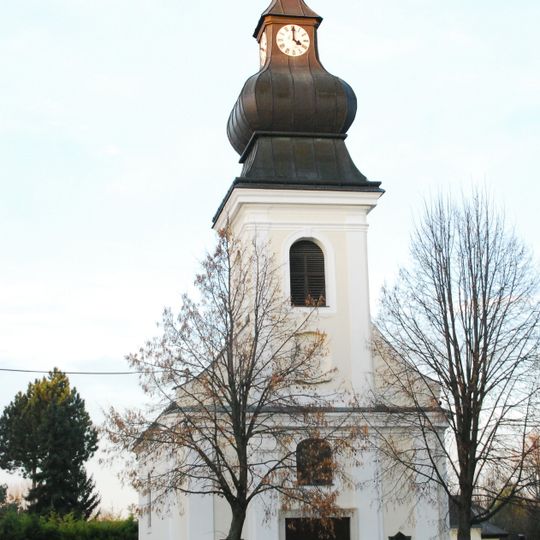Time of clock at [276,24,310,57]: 4:00
